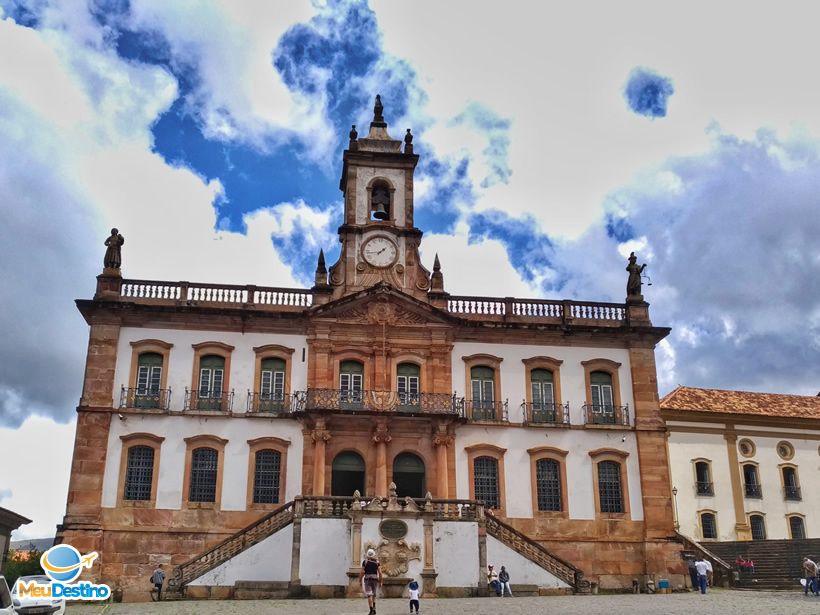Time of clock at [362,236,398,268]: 1:43
